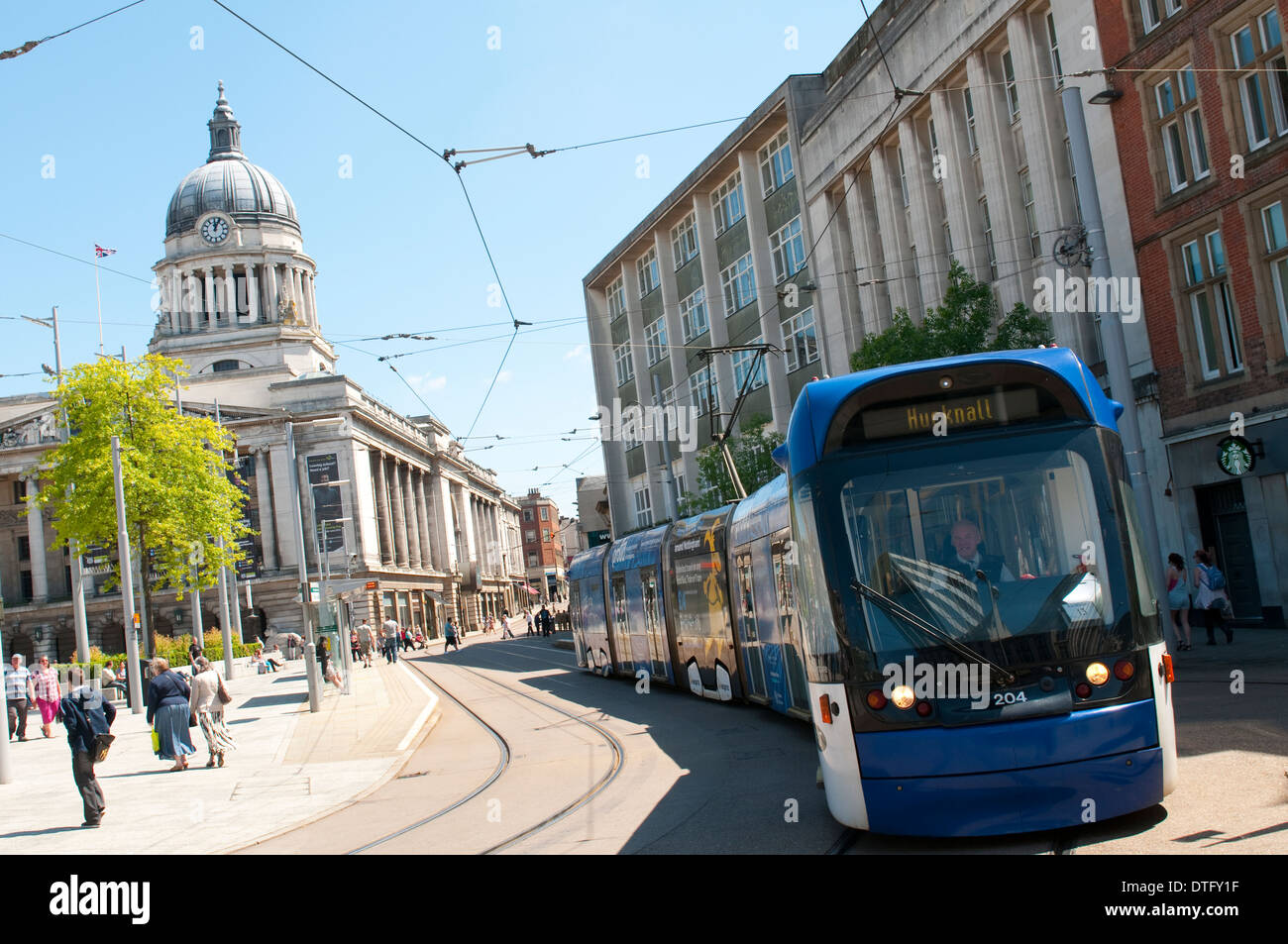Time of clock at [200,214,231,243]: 12:04
